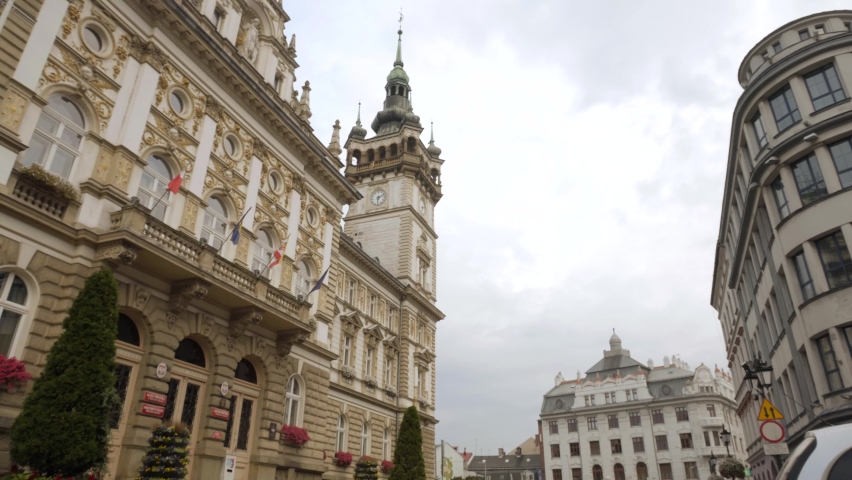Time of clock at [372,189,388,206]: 6:10
